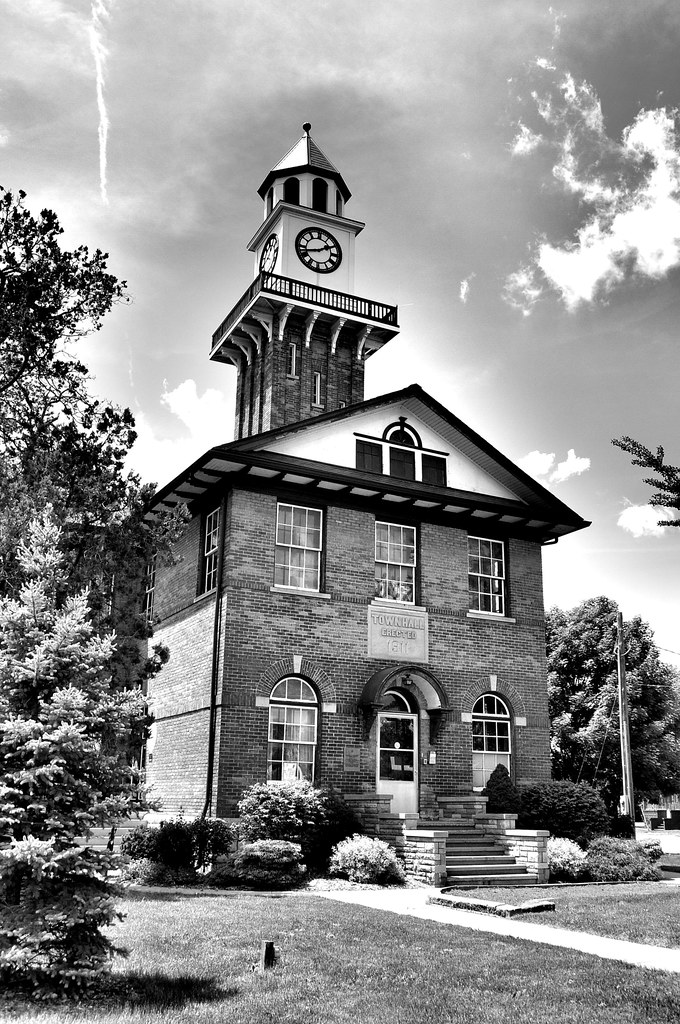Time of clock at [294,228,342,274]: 1:42
